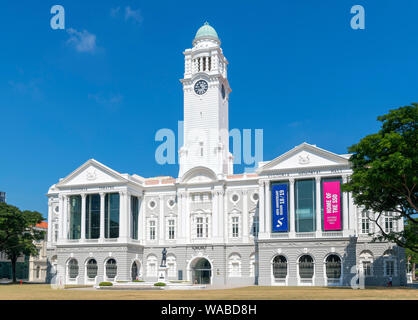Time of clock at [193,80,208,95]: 10:43
